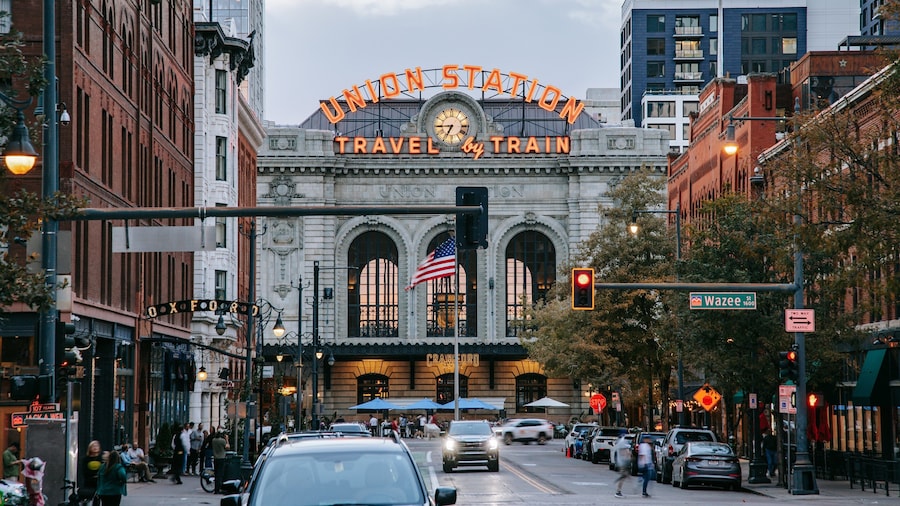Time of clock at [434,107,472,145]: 6:44
